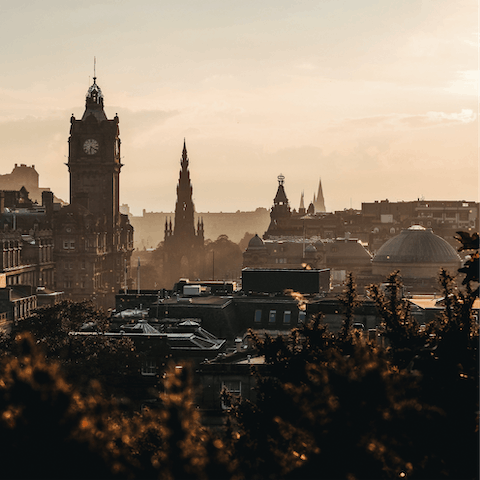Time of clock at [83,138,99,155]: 6:21
